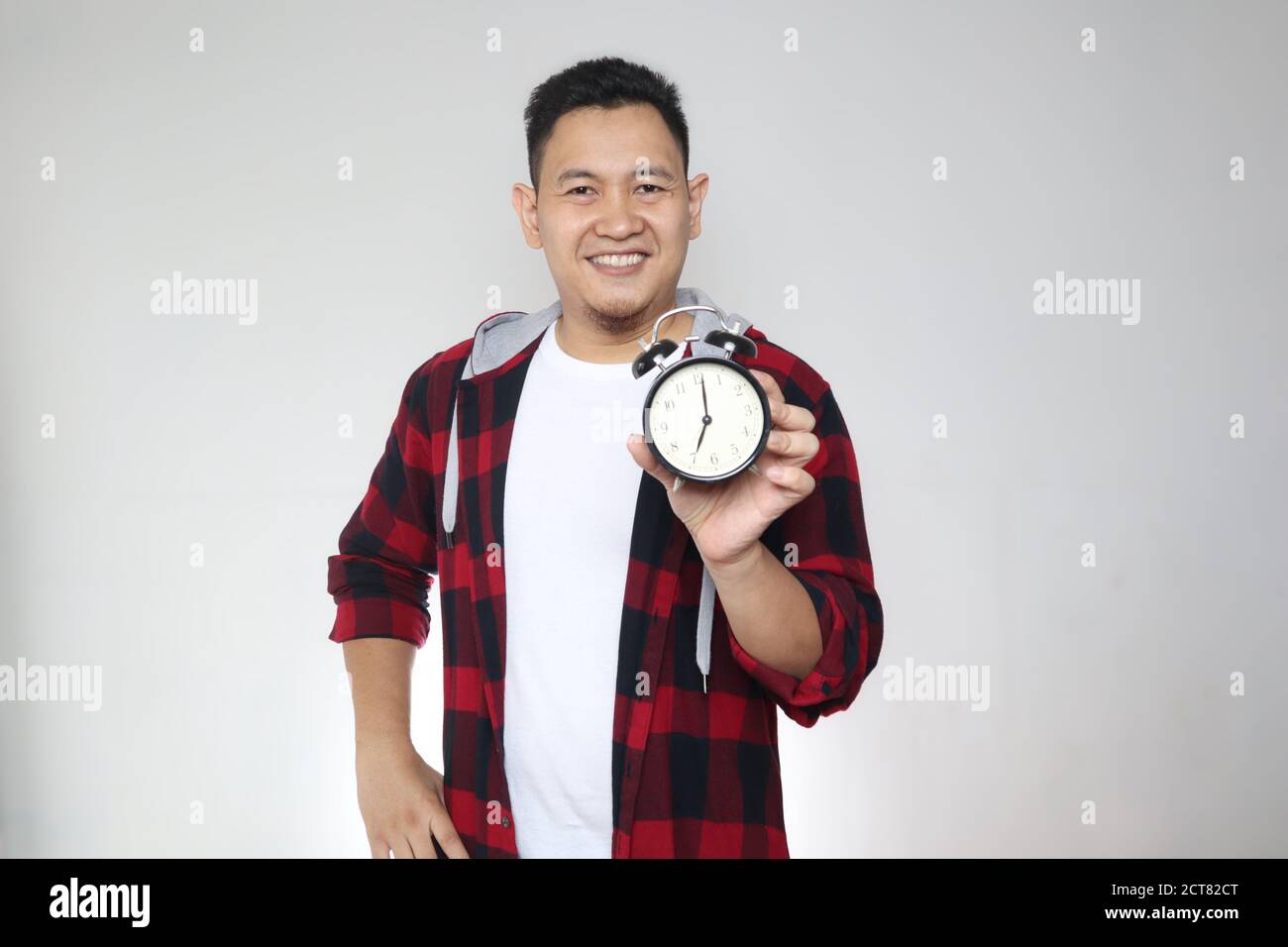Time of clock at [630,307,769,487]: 7:01
